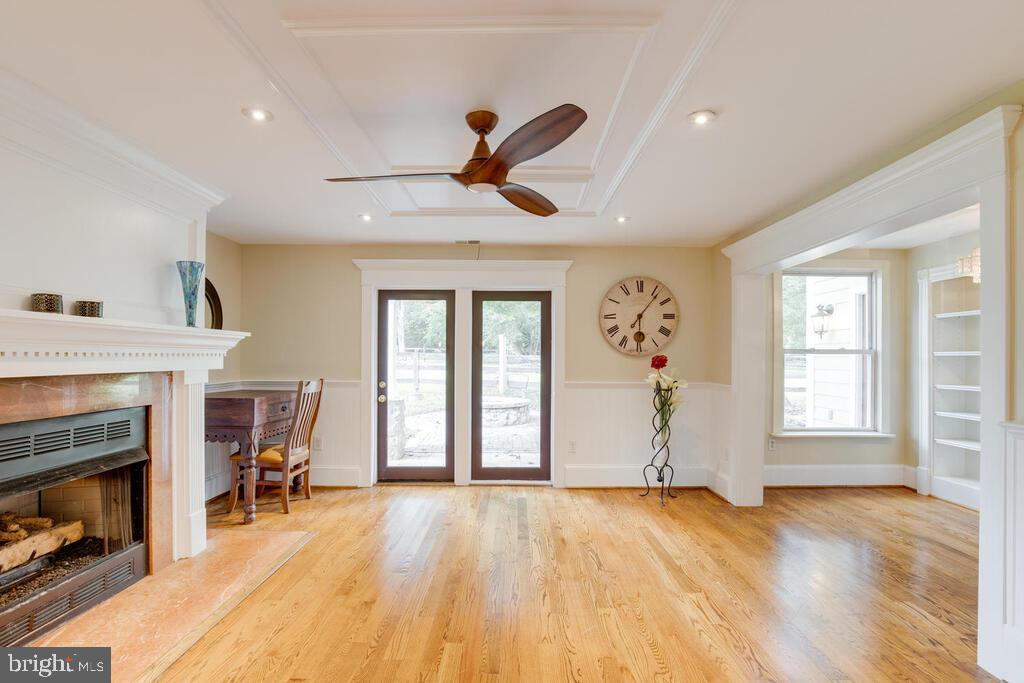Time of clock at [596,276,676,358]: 6:06
